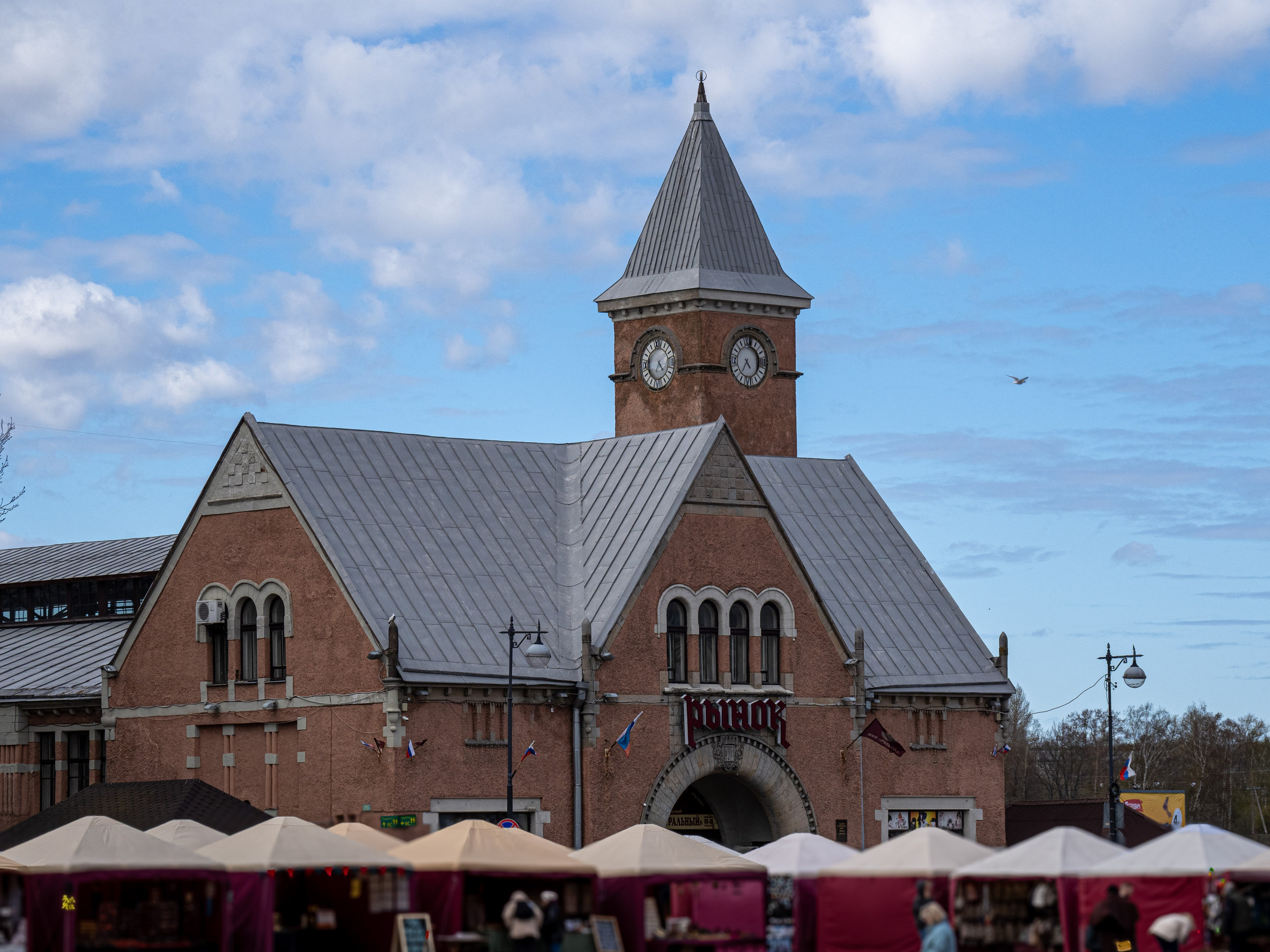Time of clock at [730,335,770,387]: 4:36
